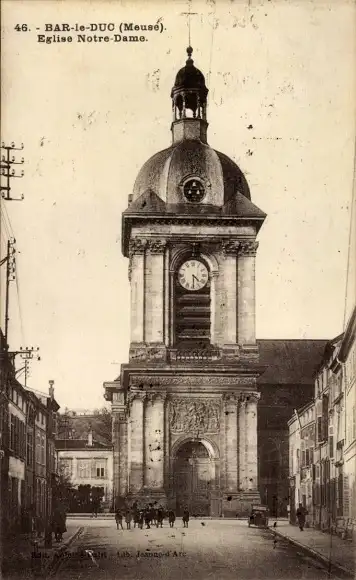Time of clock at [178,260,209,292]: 4:29
